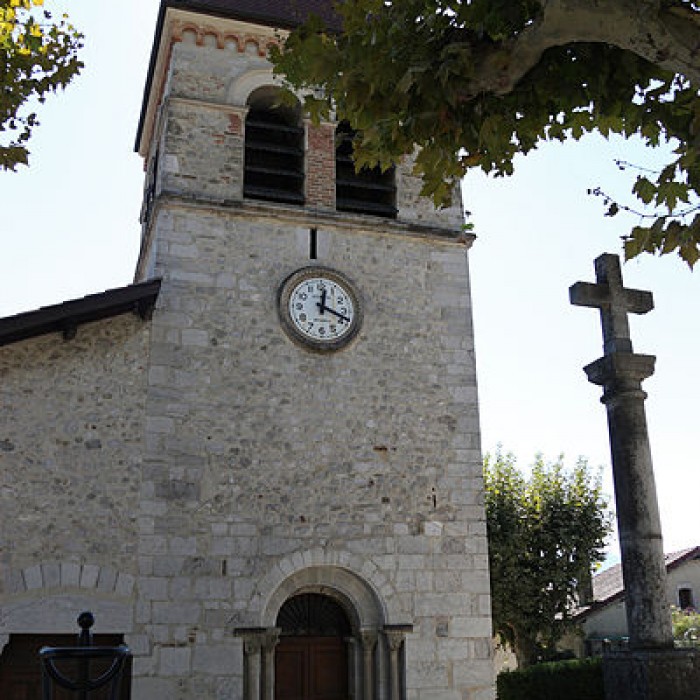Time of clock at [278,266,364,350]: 12:18
